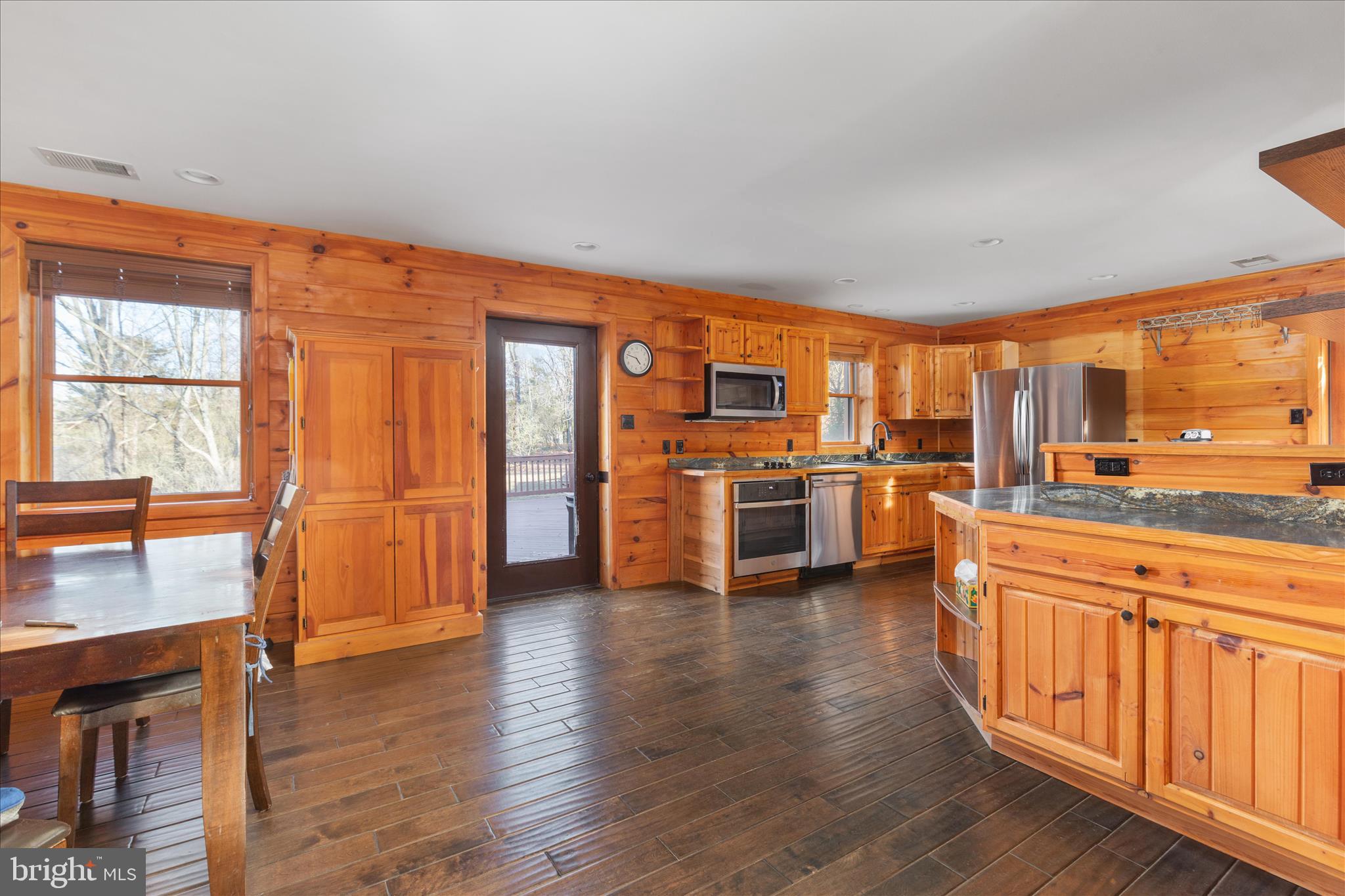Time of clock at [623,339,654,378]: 4:47
